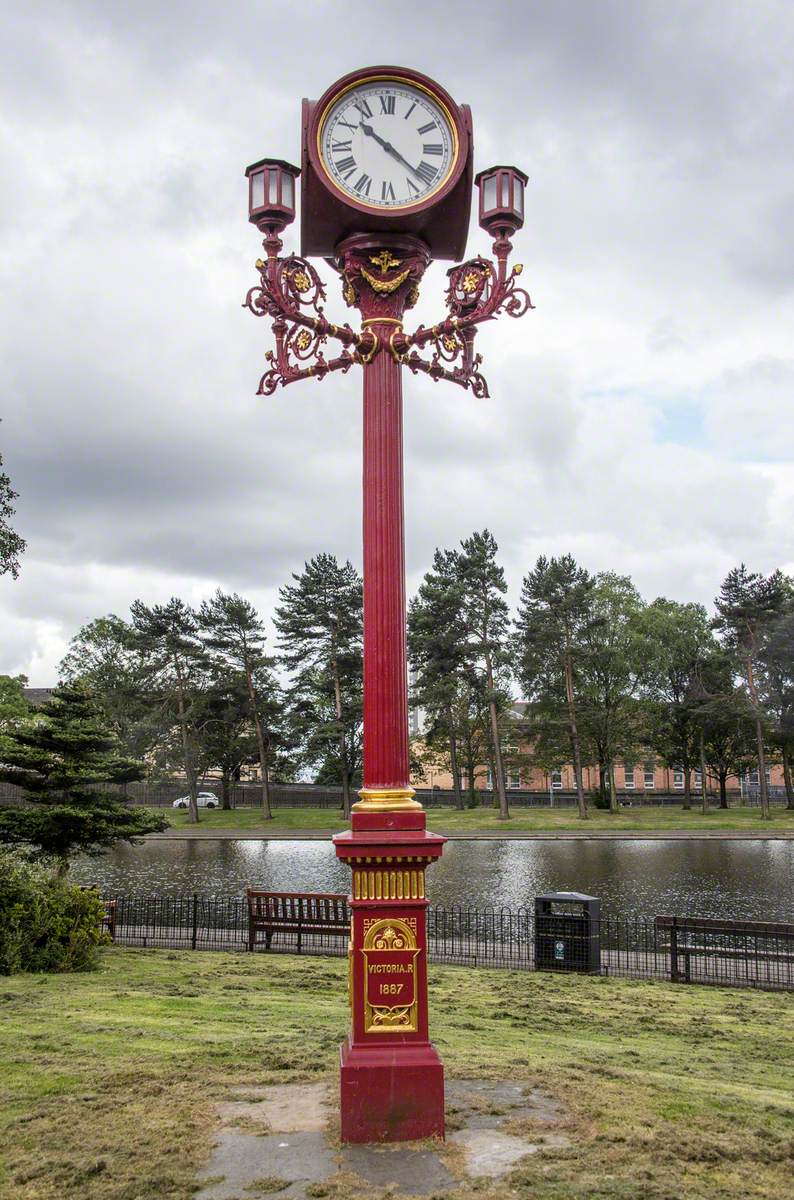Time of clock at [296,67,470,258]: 10:21
